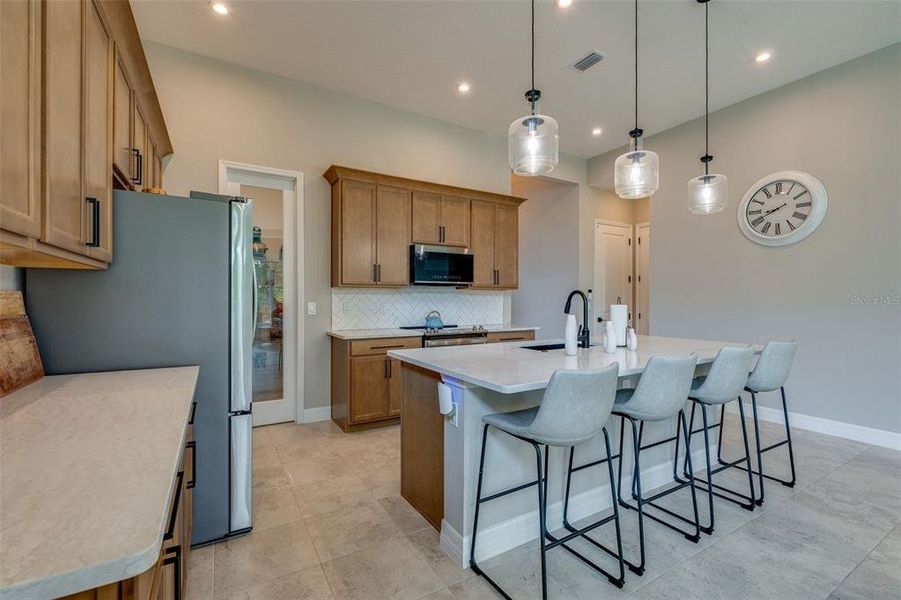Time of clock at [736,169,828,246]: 8:40
